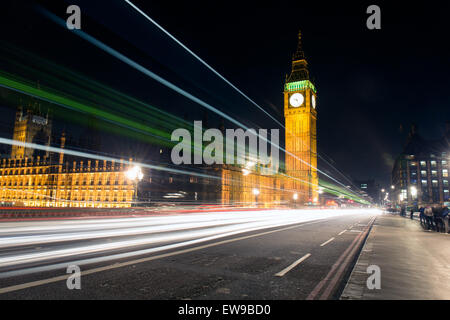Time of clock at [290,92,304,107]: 9:26
